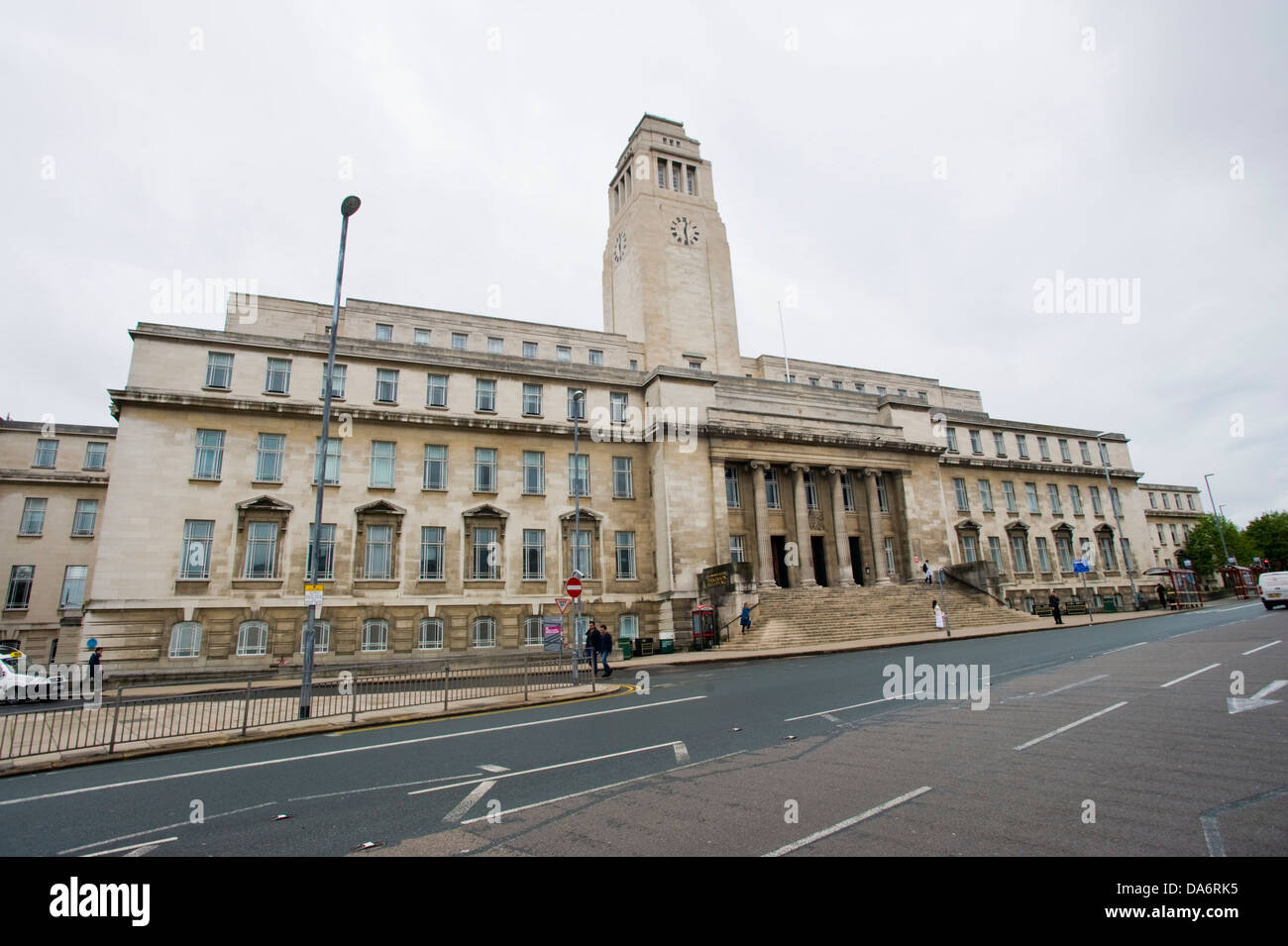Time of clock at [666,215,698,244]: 12:28
